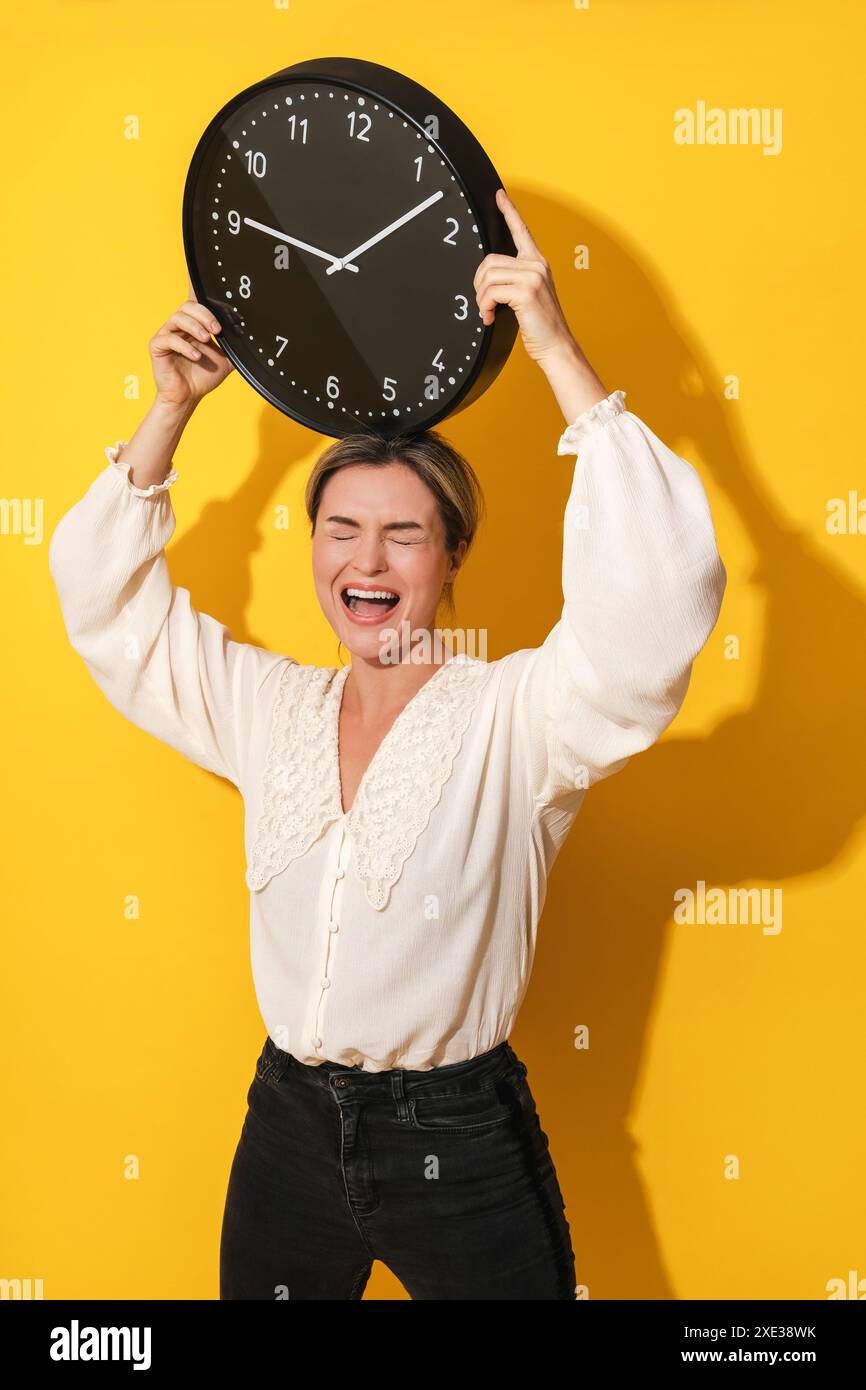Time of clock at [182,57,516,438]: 9:07
